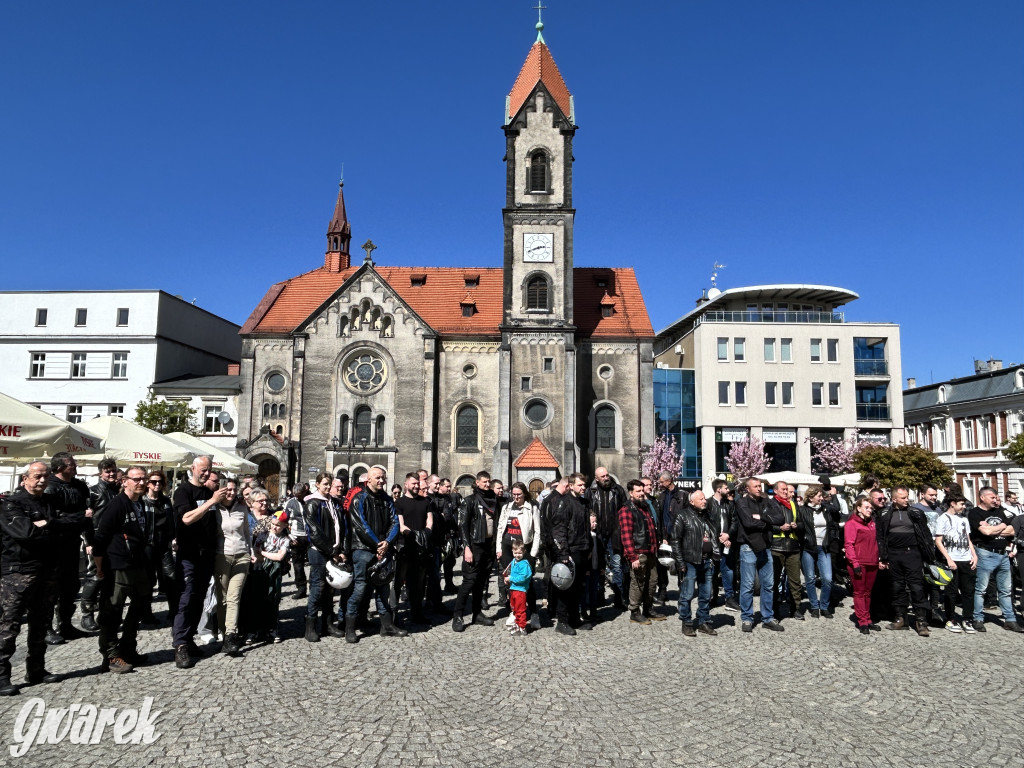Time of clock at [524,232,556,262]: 2:41
